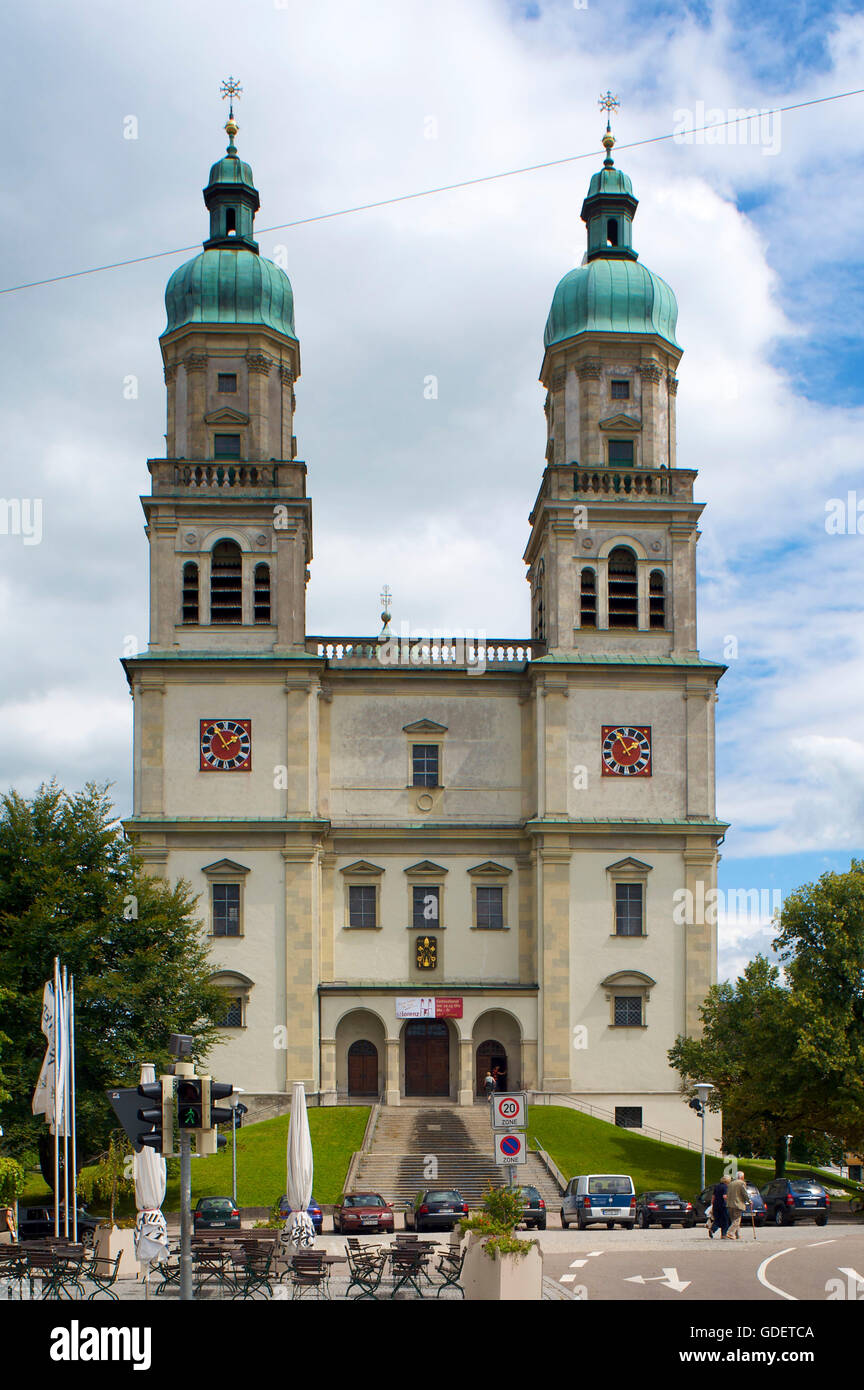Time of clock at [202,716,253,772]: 1:55
